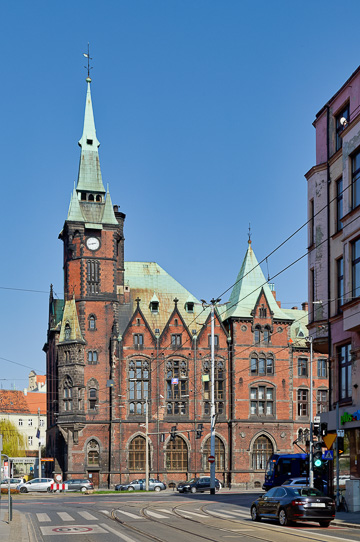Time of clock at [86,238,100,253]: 2:43
